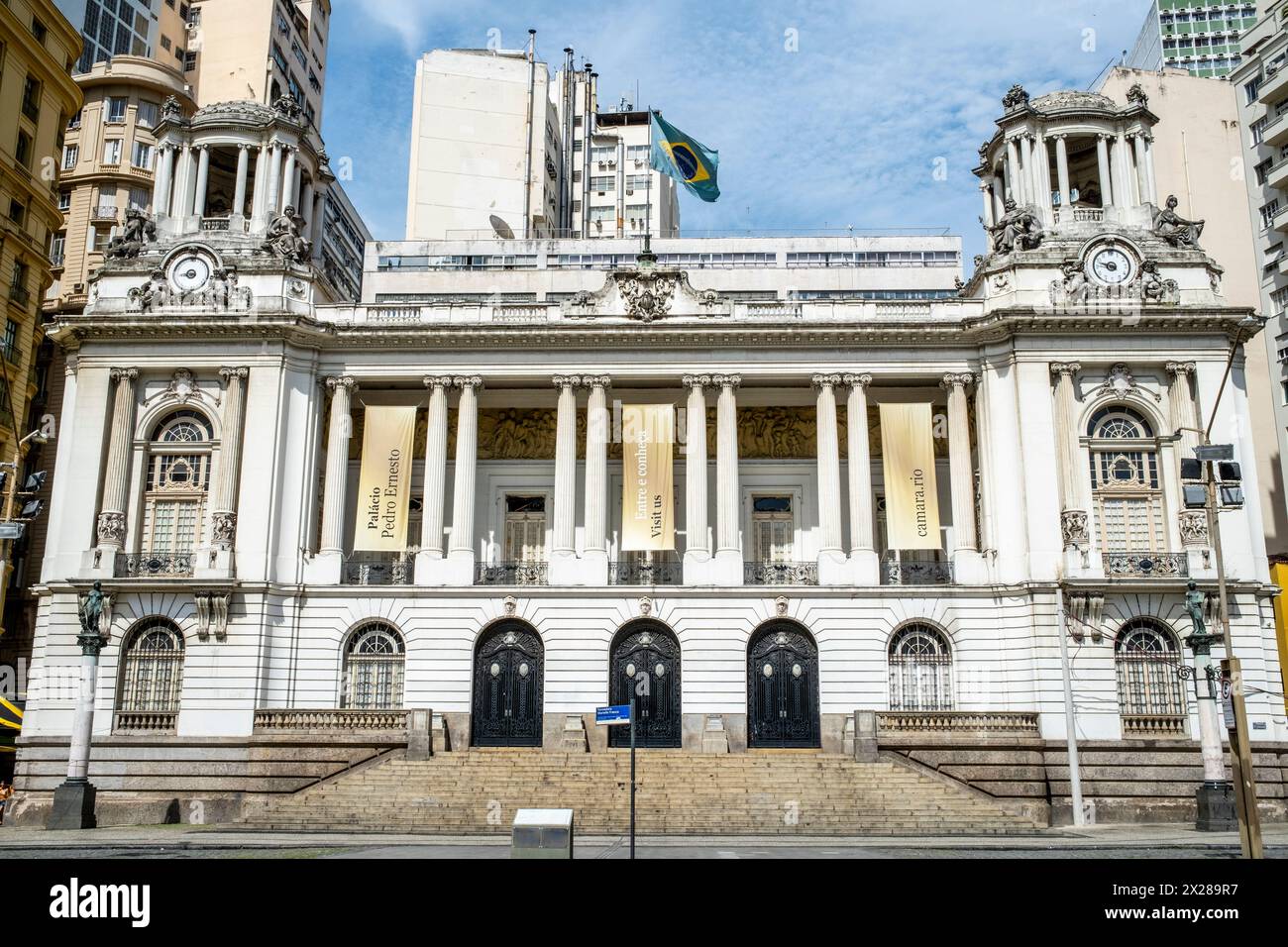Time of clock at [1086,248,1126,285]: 9:48
